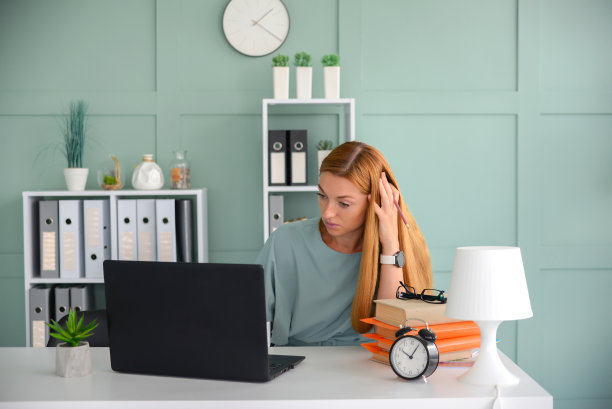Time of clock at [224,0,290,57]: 1:20
